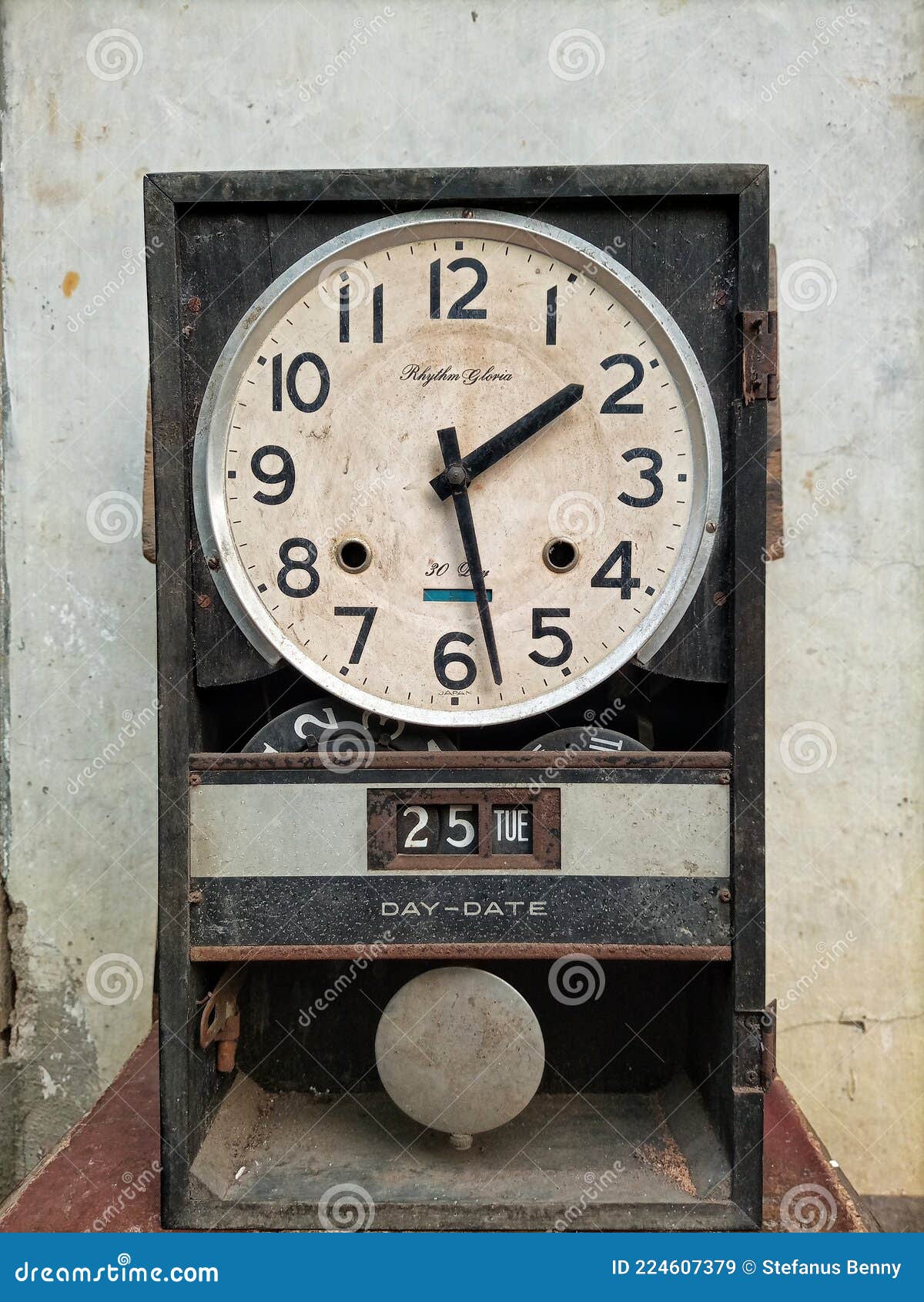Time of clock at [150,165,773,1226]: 1:28
